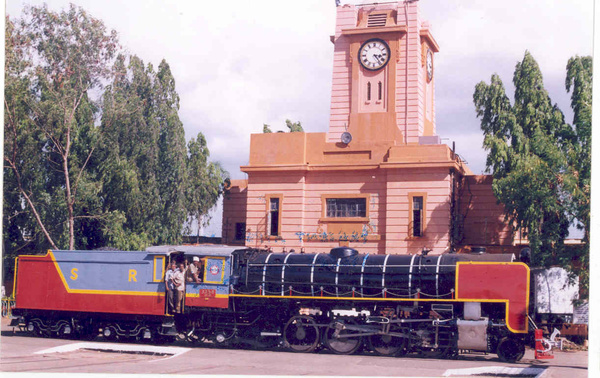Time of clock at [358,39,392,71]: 3:23
